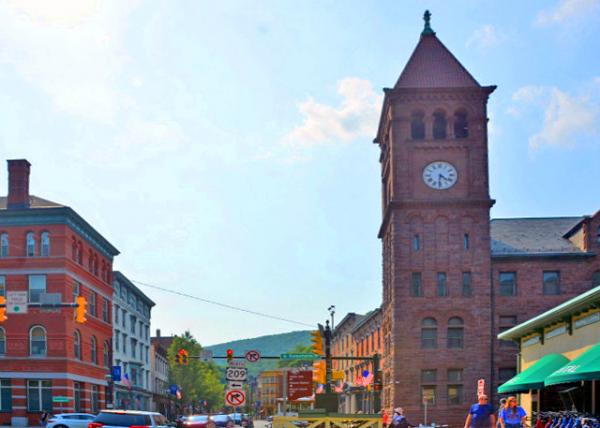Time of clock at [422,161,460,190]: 4:31
